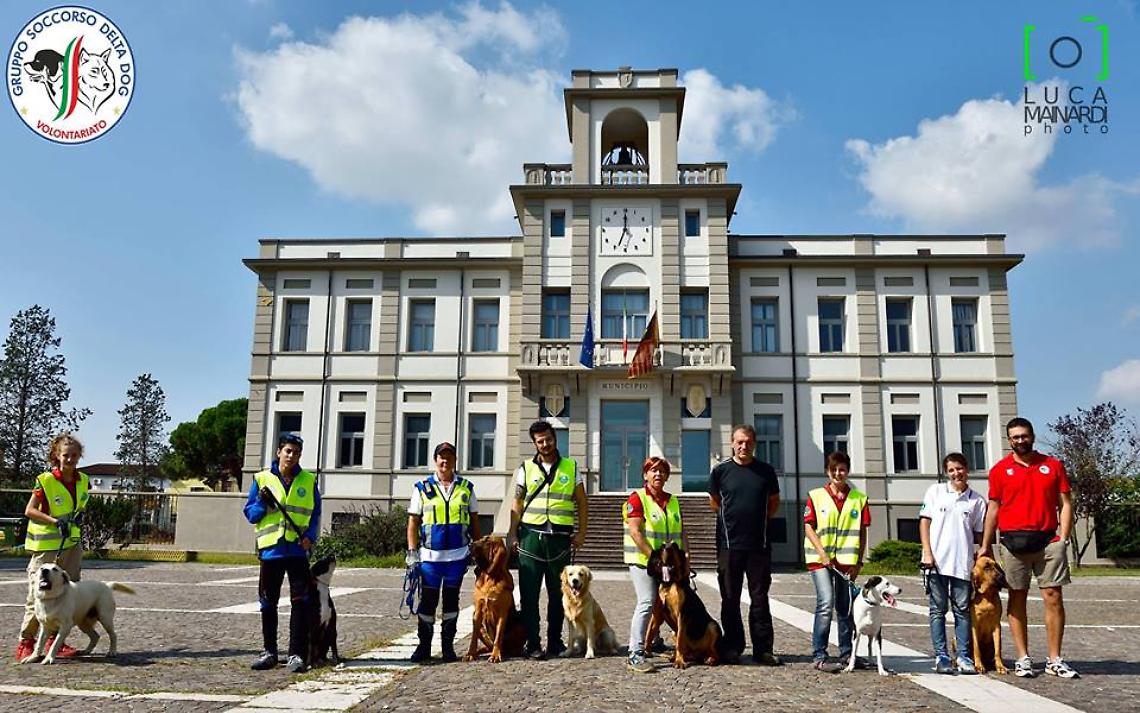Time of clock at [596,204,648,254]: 7:00
